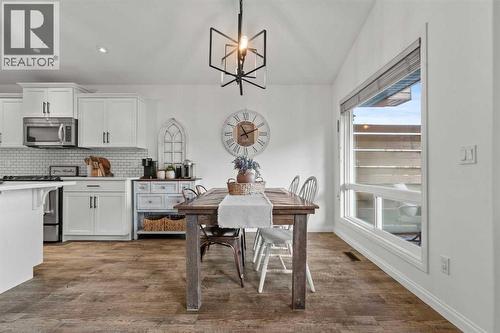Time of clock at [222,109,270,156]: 11:11
